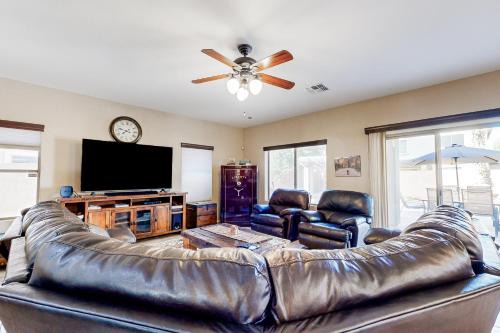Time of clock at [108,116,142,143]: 7:47
